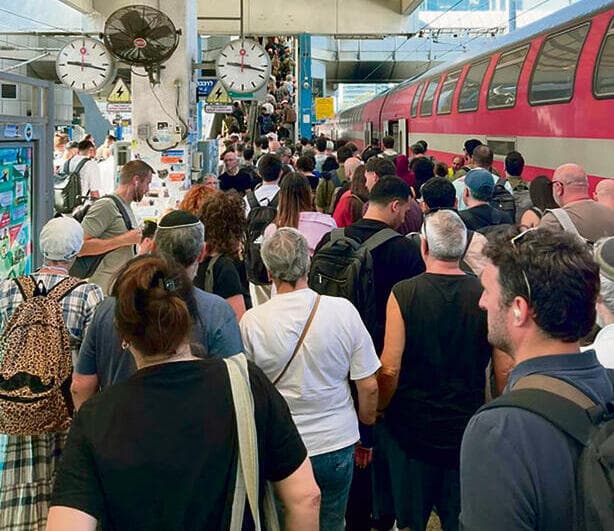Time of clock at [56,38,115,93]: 9:17
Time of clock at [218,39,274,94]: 9:17
